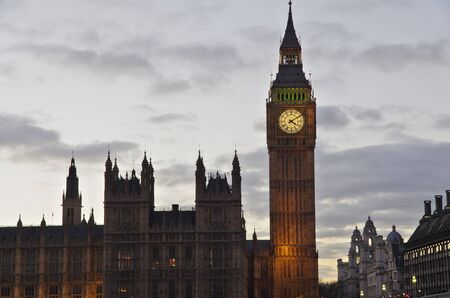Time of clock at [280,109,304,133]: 4:09
